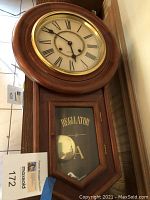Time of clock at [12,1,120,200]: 5:49
